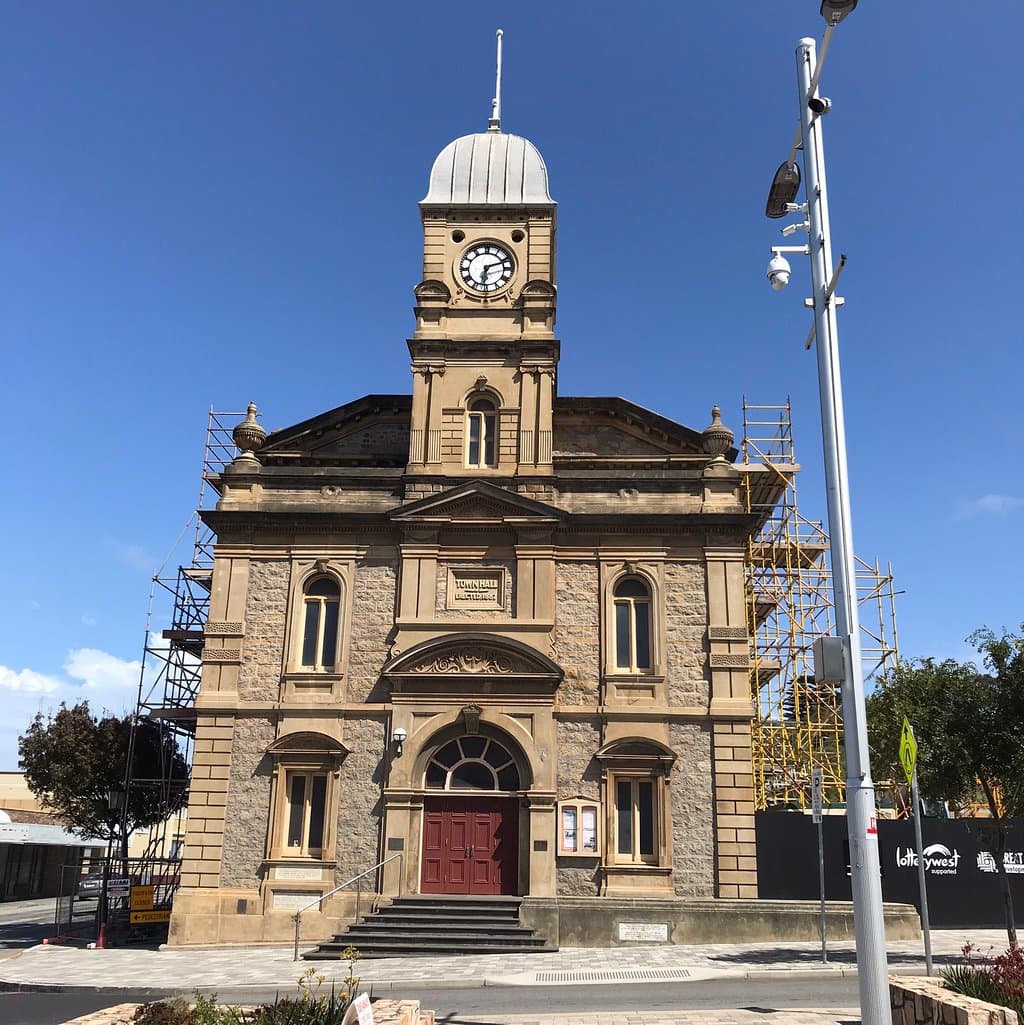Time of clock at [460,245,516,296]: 6:11
